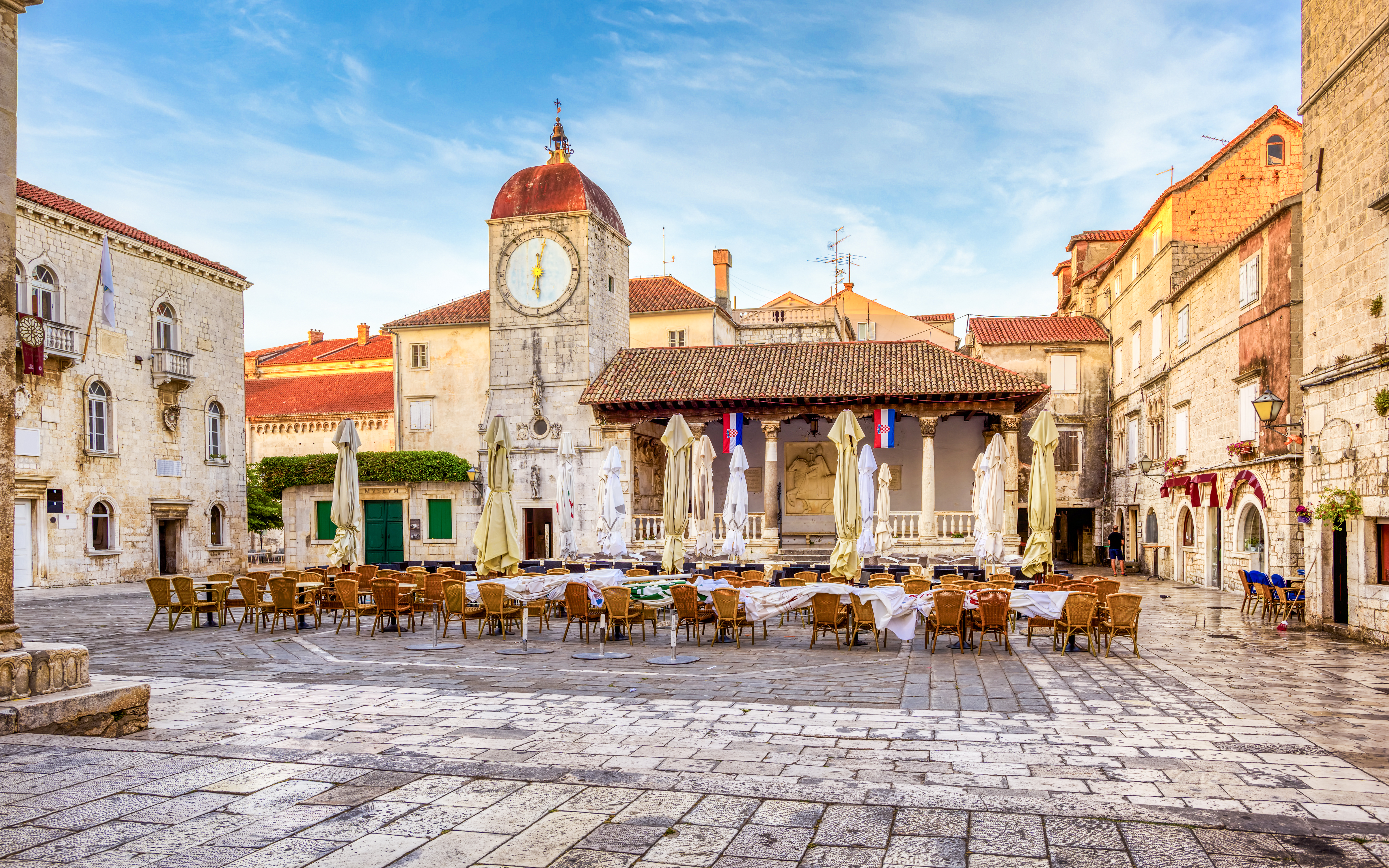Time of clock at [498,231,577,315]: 6:02
